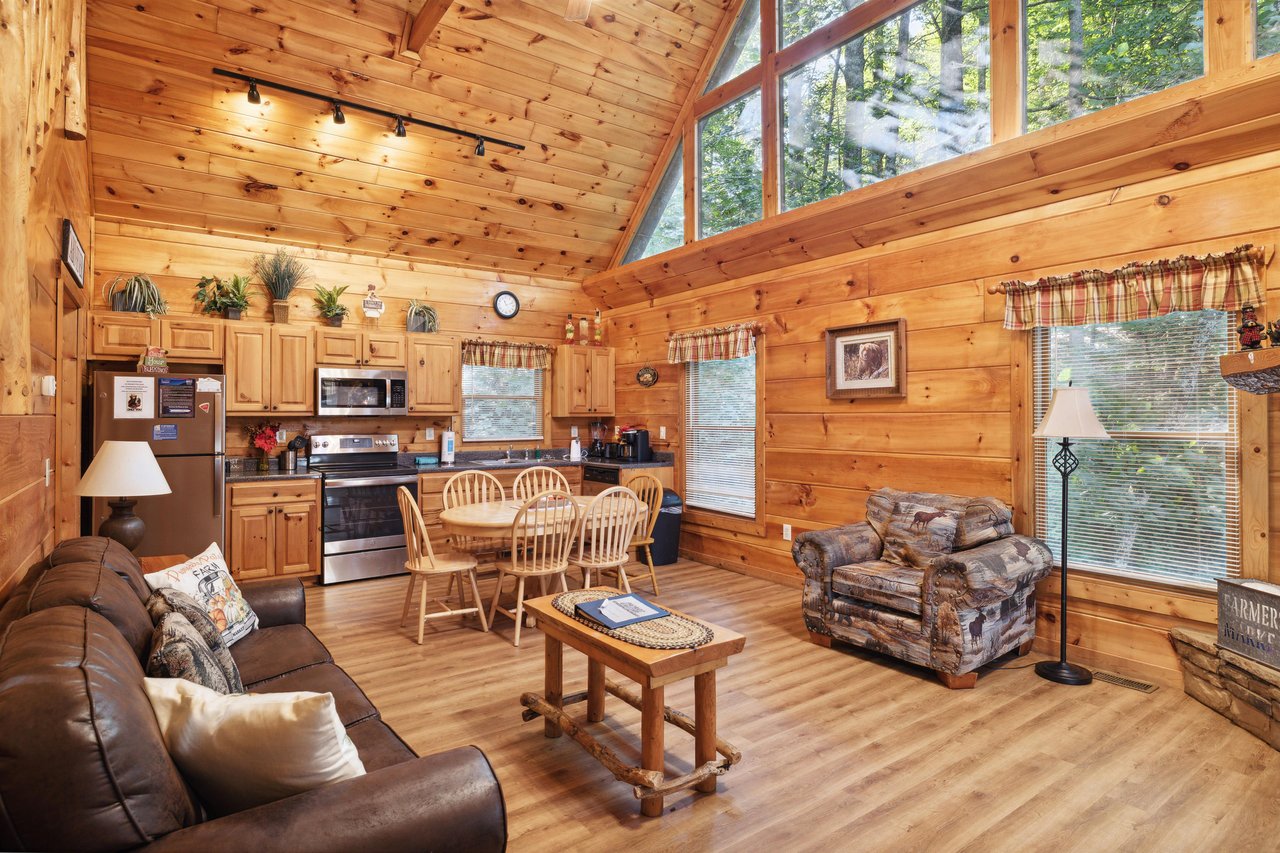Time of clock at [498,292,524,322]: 11:11
